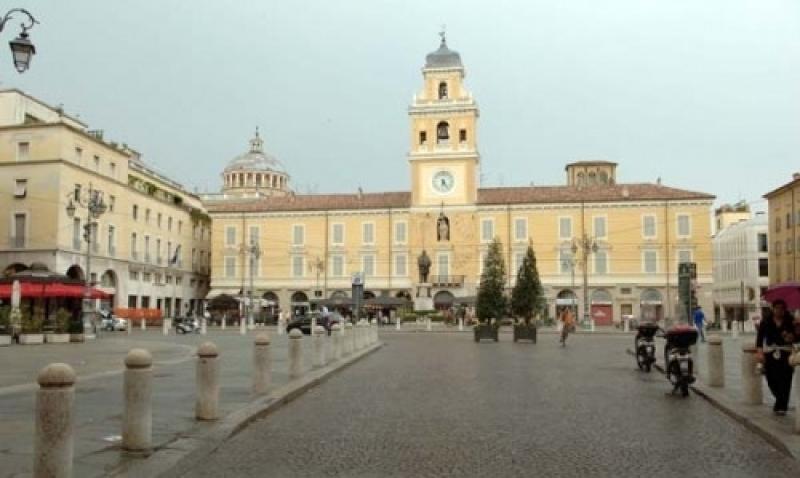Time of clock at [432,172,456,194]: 6:23
